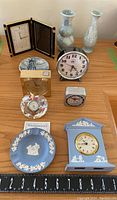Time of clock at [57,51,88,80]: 6:23
